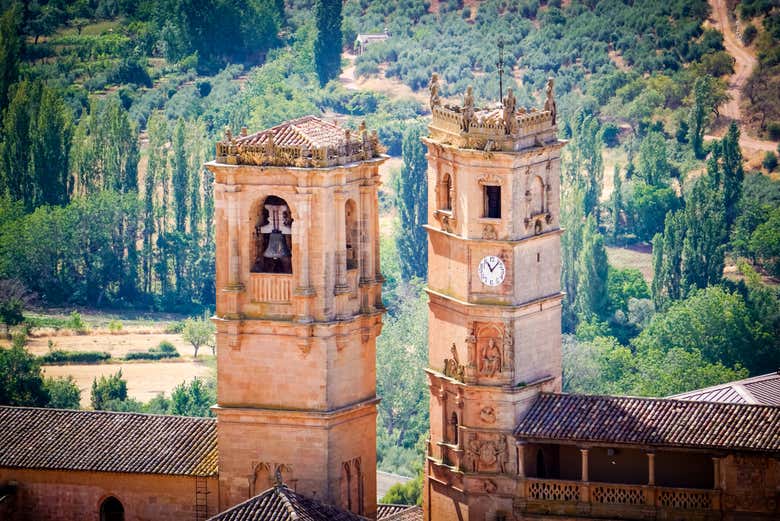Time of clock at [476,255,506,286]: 11:07
